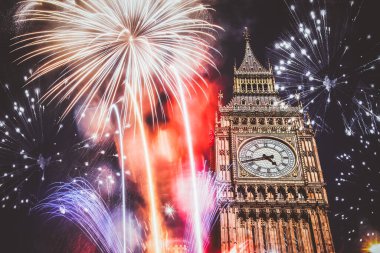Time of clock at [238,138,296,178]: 4:42
